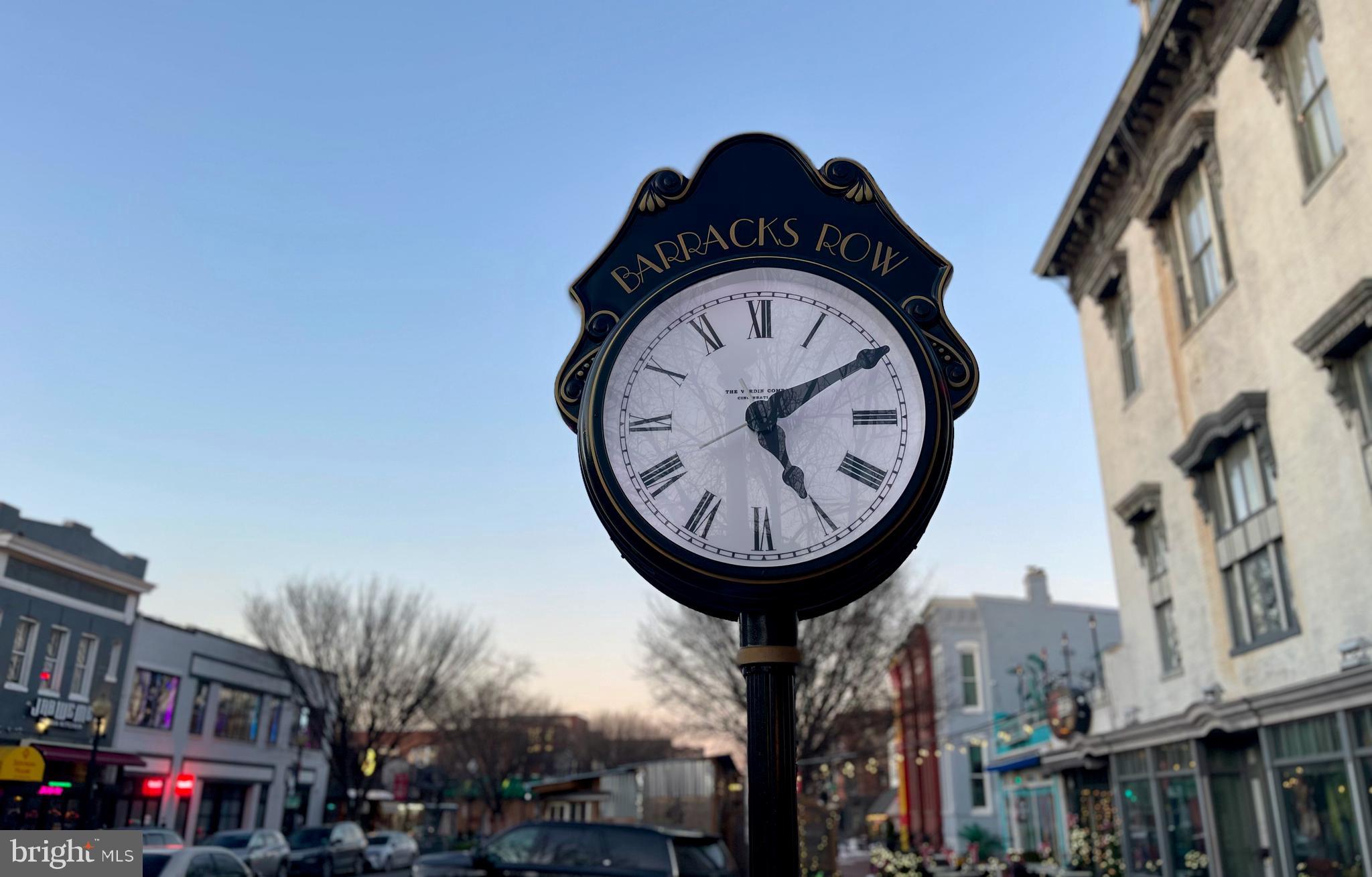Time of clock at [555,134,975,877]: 5:09
